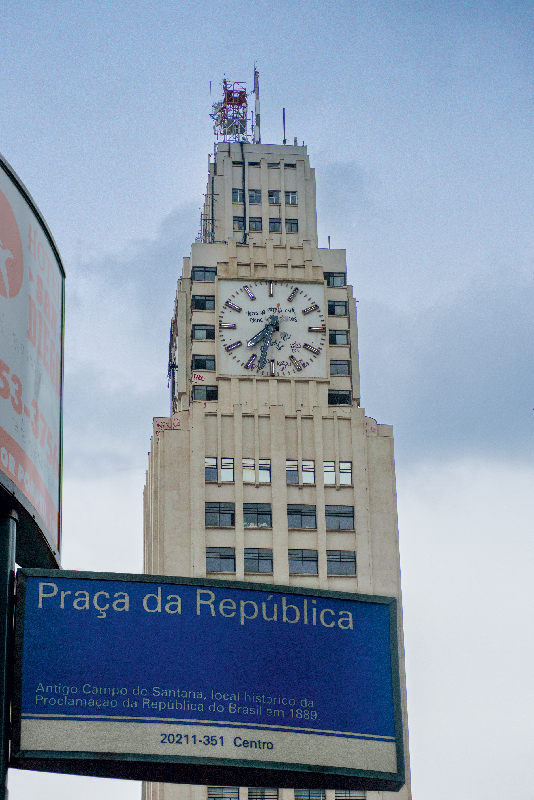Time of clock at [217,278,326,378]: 7:32
